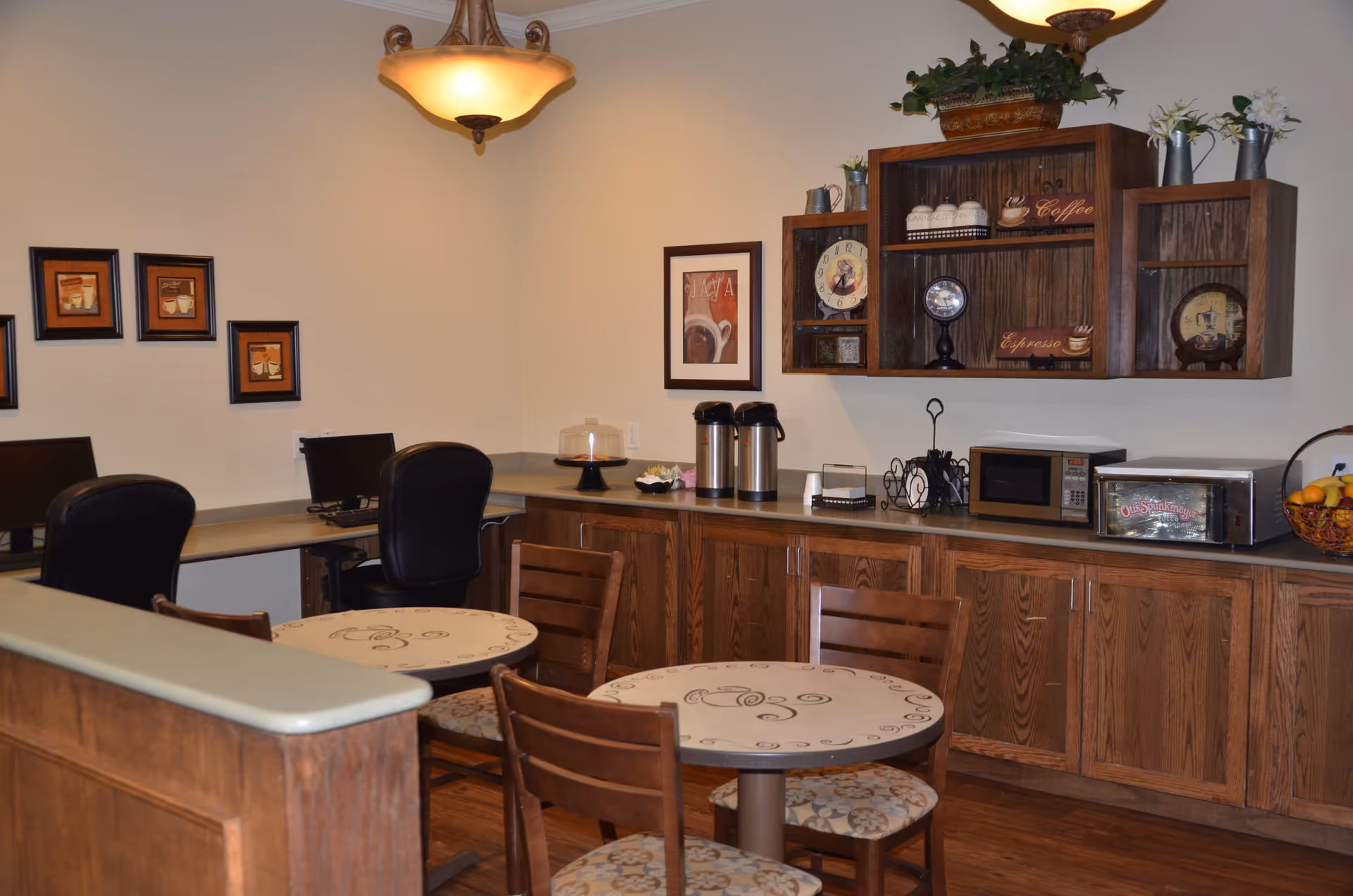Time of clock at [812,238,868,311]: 5:35
